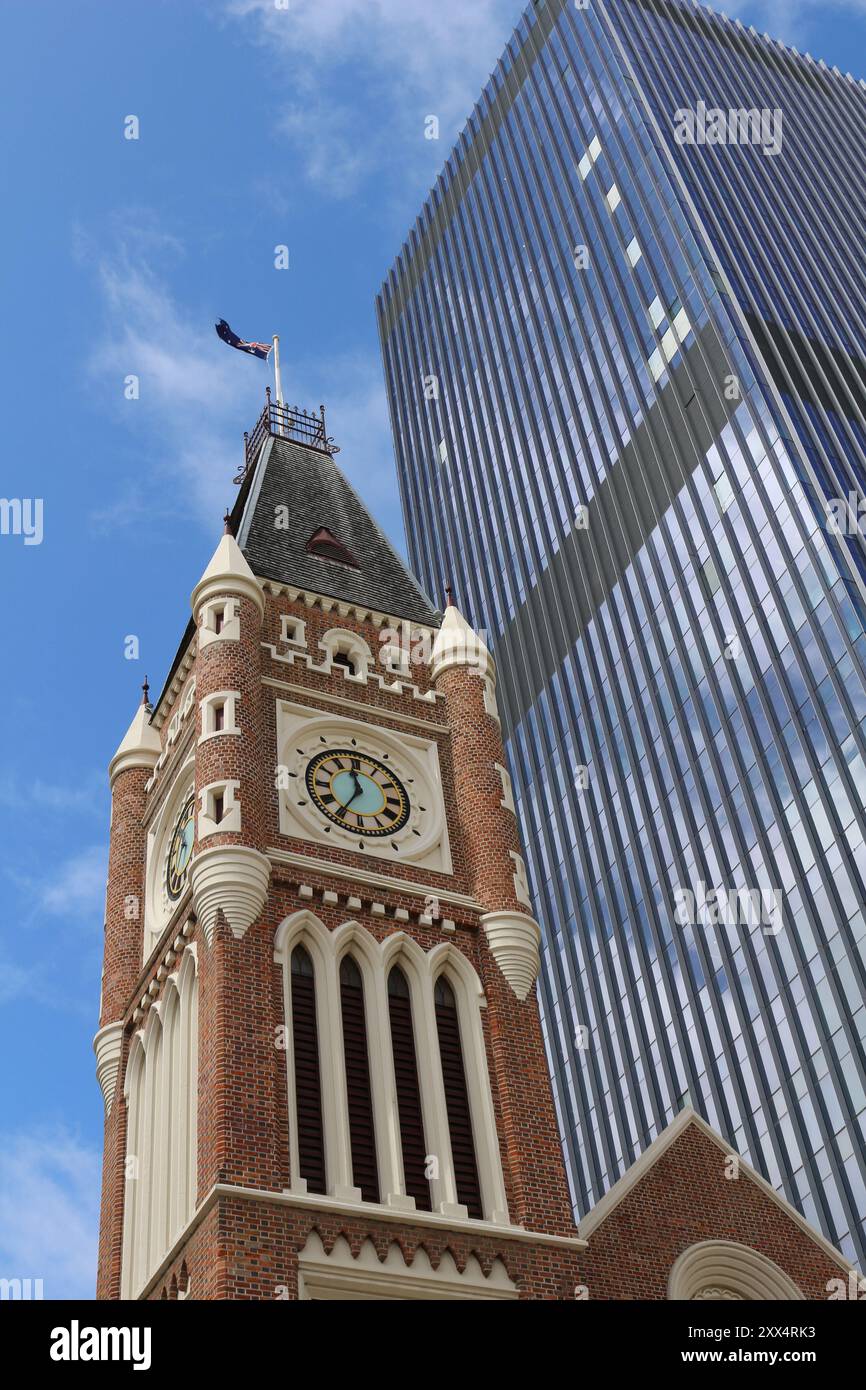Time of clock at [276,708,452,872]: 11:35
